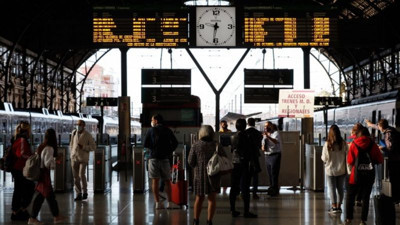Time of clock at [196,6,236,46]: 6:31
